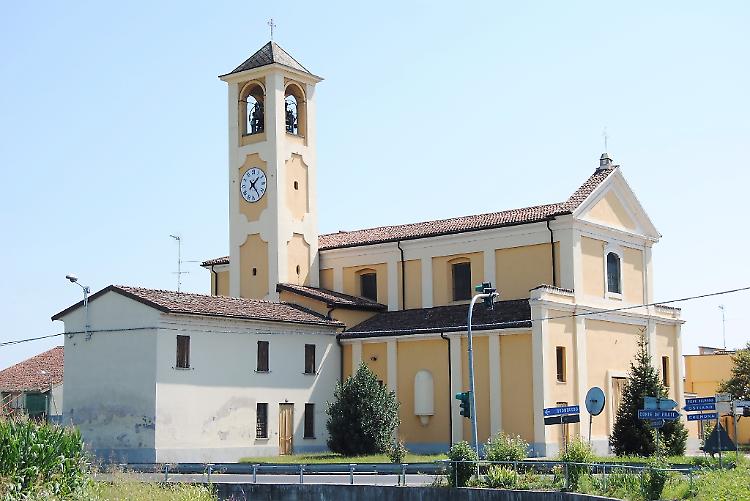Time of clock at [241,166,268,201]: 1:23
